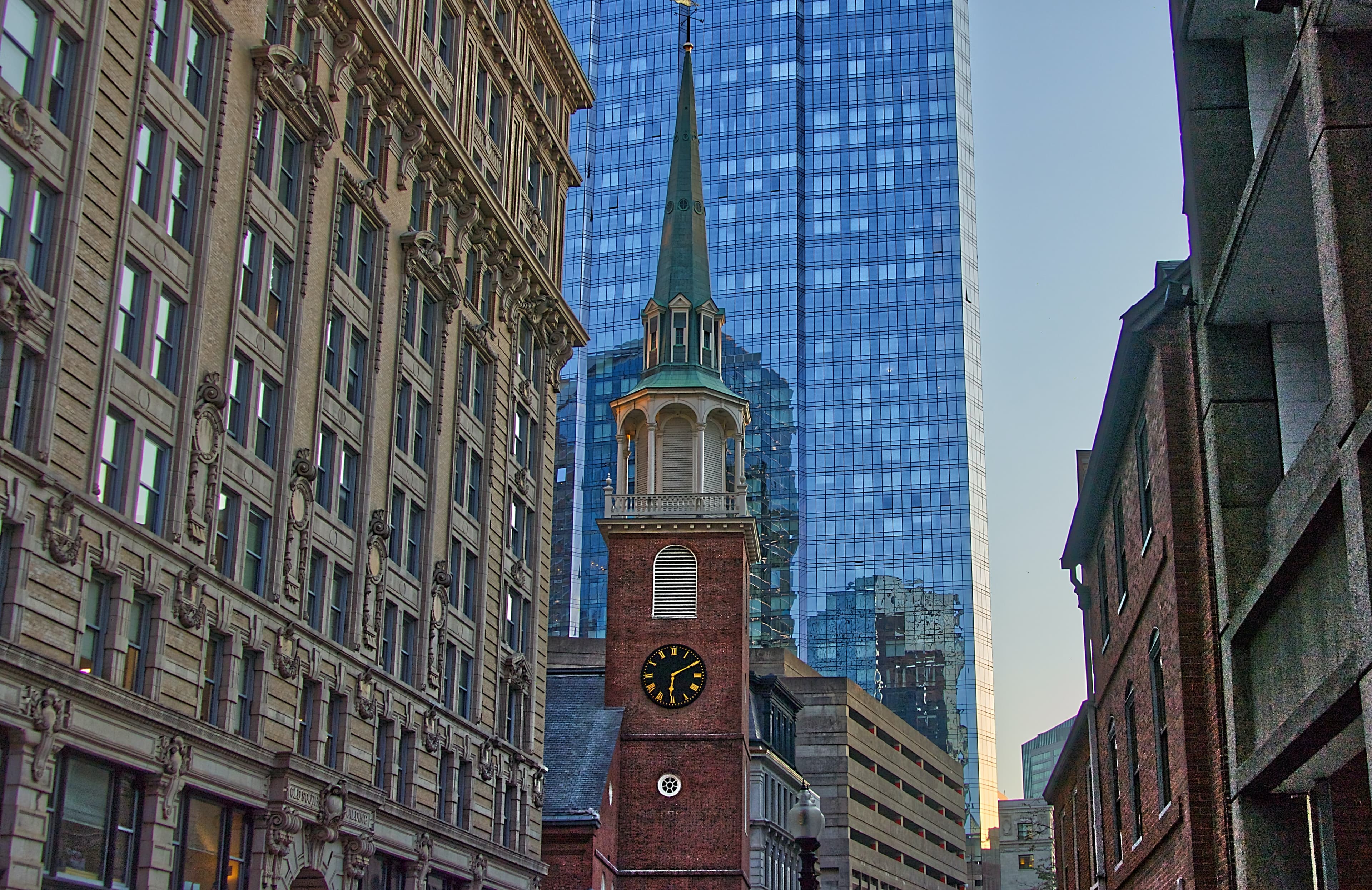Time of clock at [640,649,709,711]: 6:10
